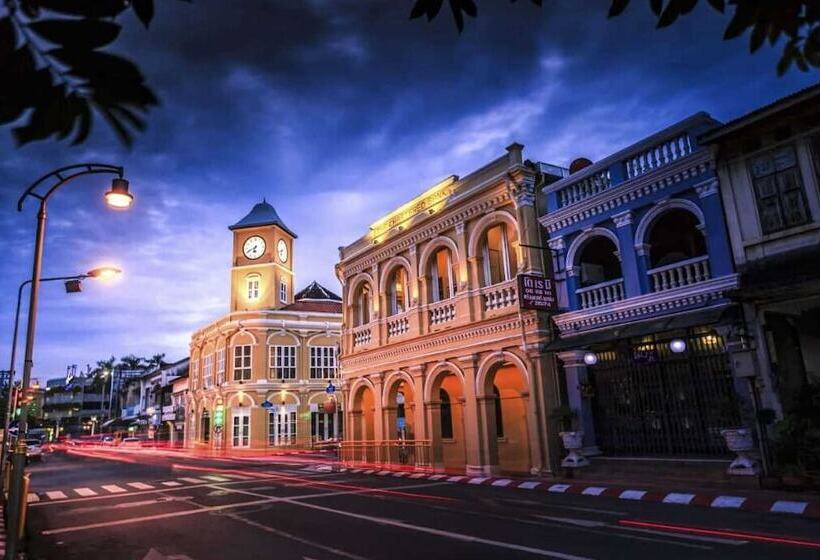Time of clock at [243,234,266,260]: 6:41
